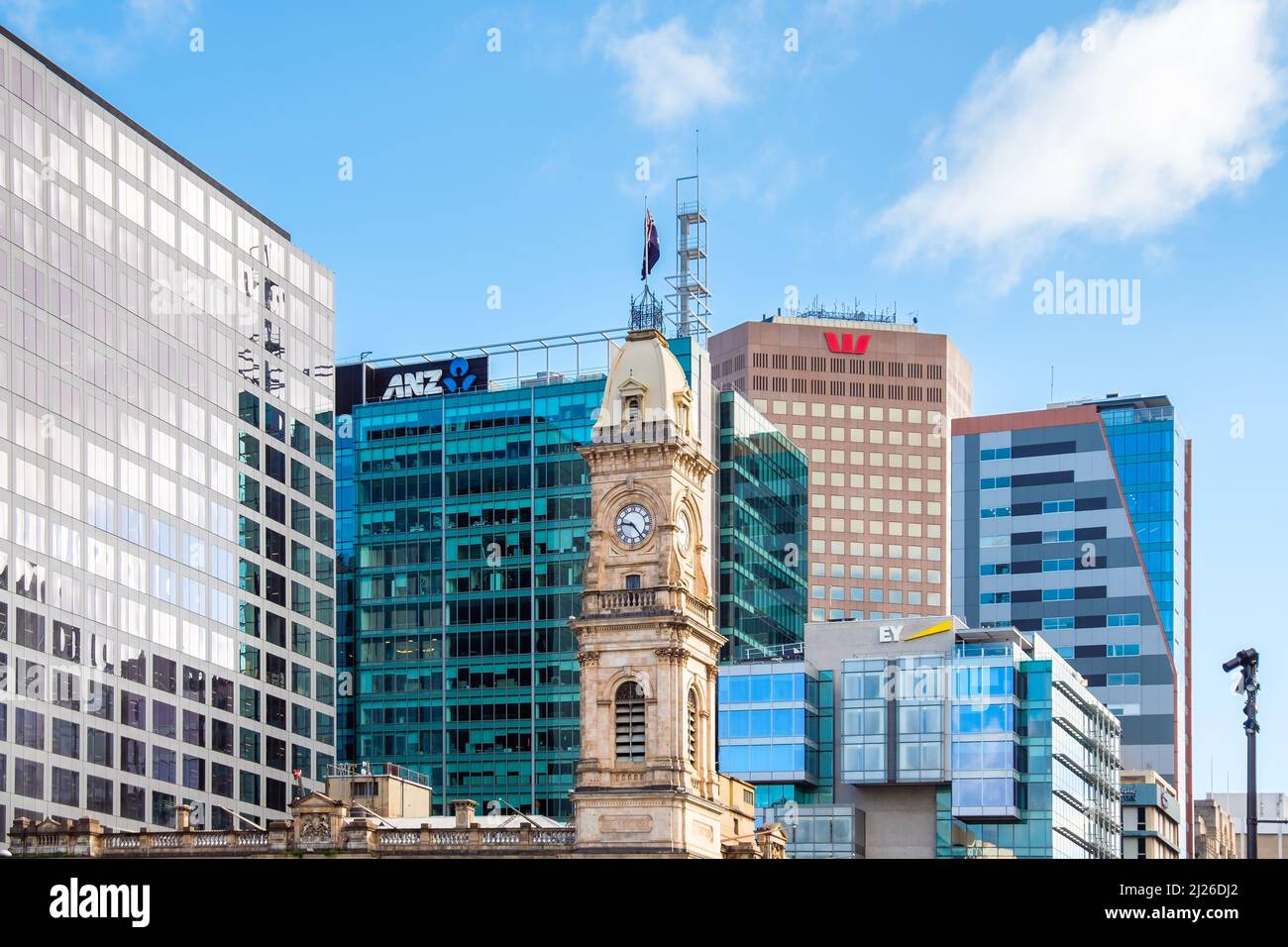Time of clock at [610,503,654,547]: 9:23
